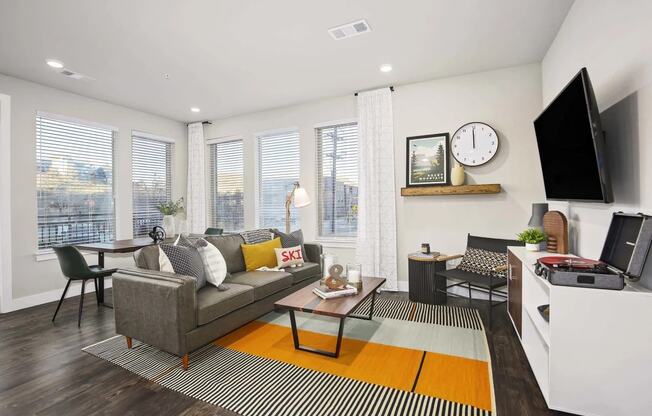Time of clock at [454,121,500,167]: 11:59
